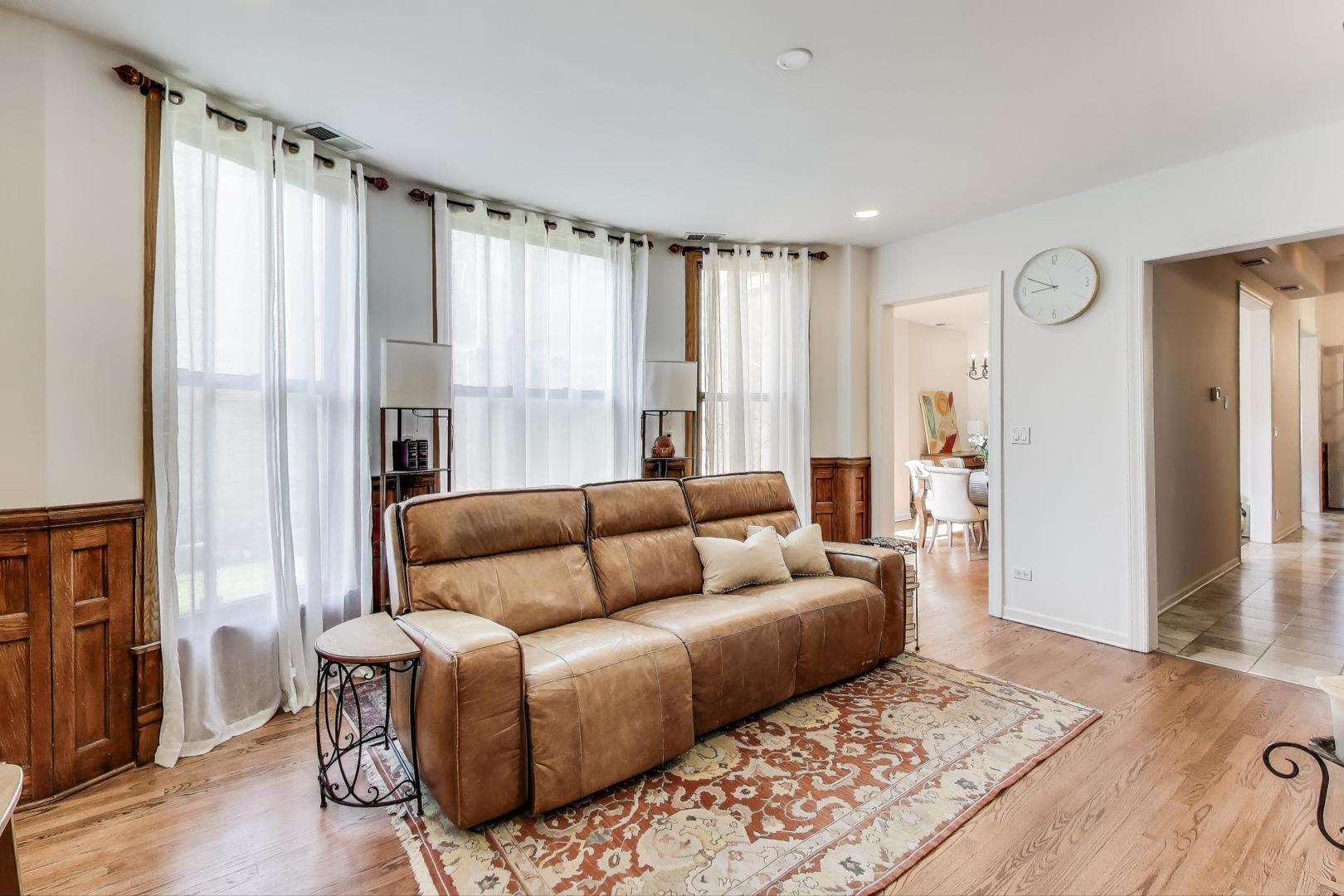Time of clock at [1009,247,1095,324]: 8:49
